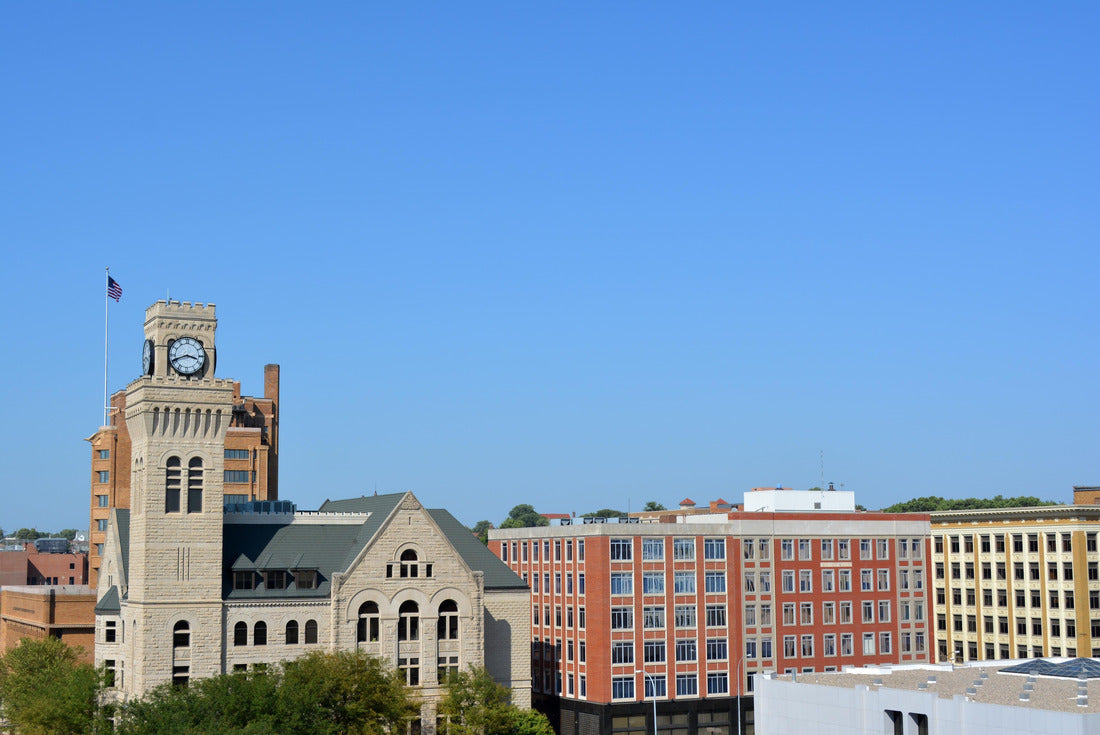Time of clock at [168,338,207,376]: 3:41
